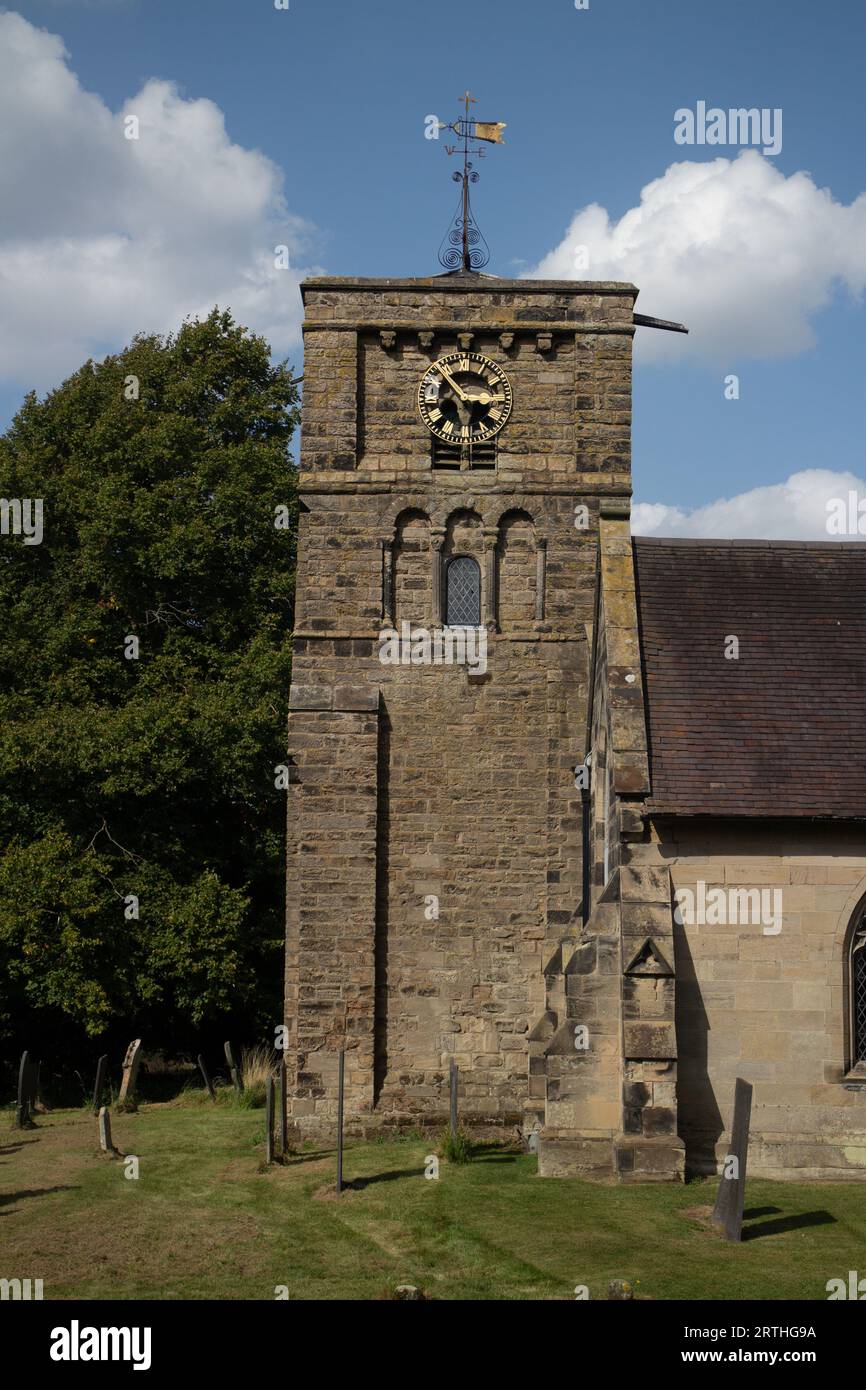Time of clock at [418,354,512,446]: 2:53
